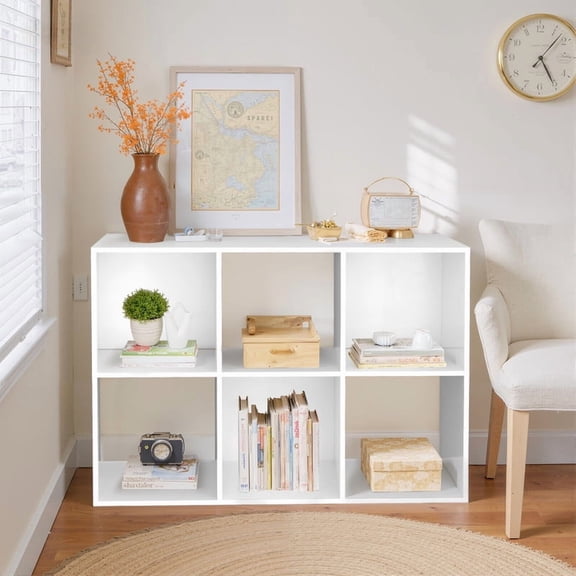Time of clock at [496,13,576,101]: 5:07
